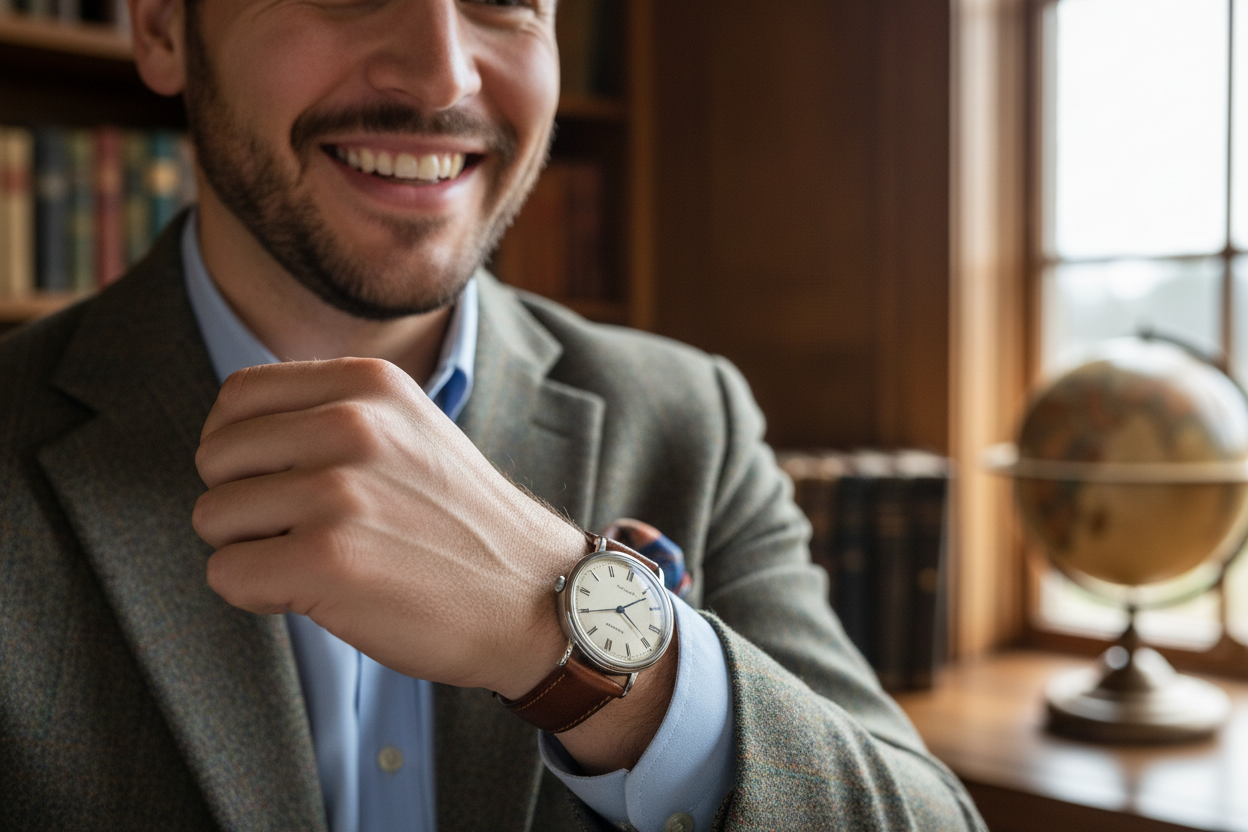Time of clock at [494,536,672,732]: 2:23
